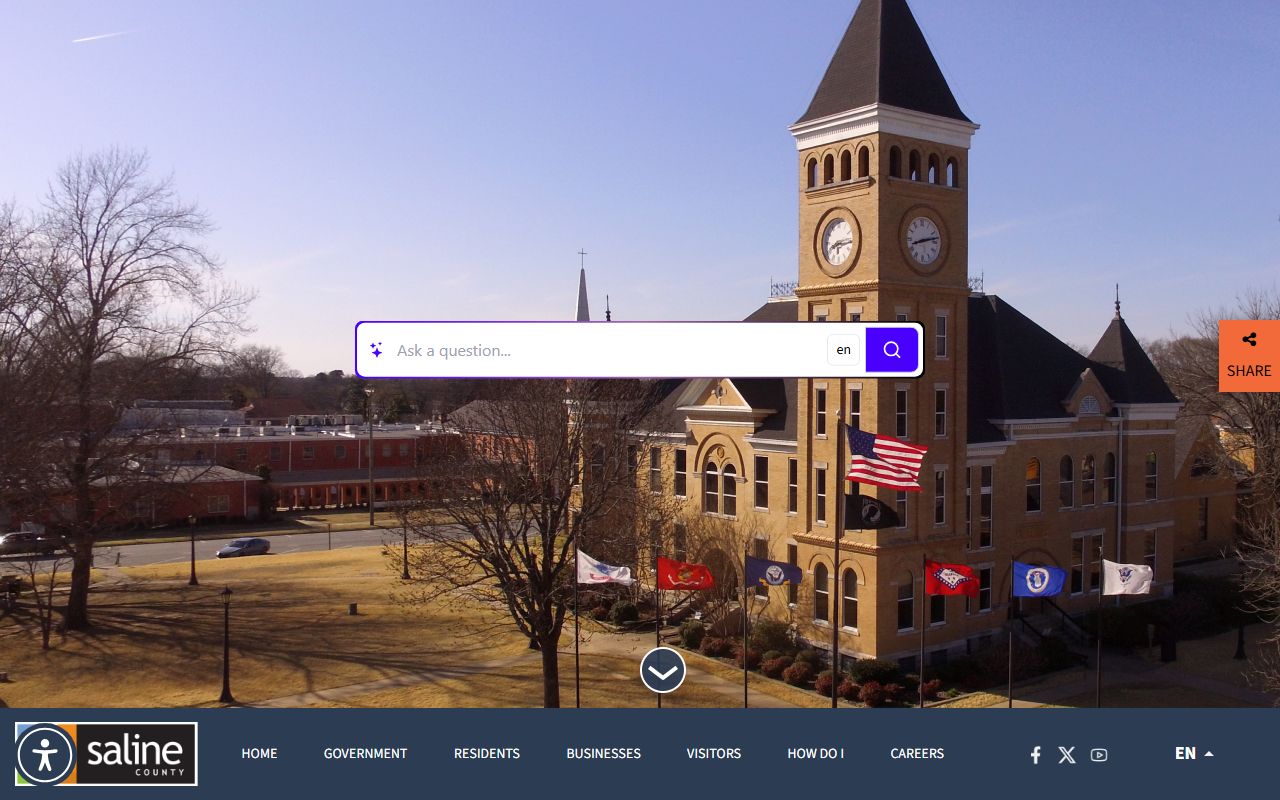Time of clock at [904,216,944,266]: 8:13
